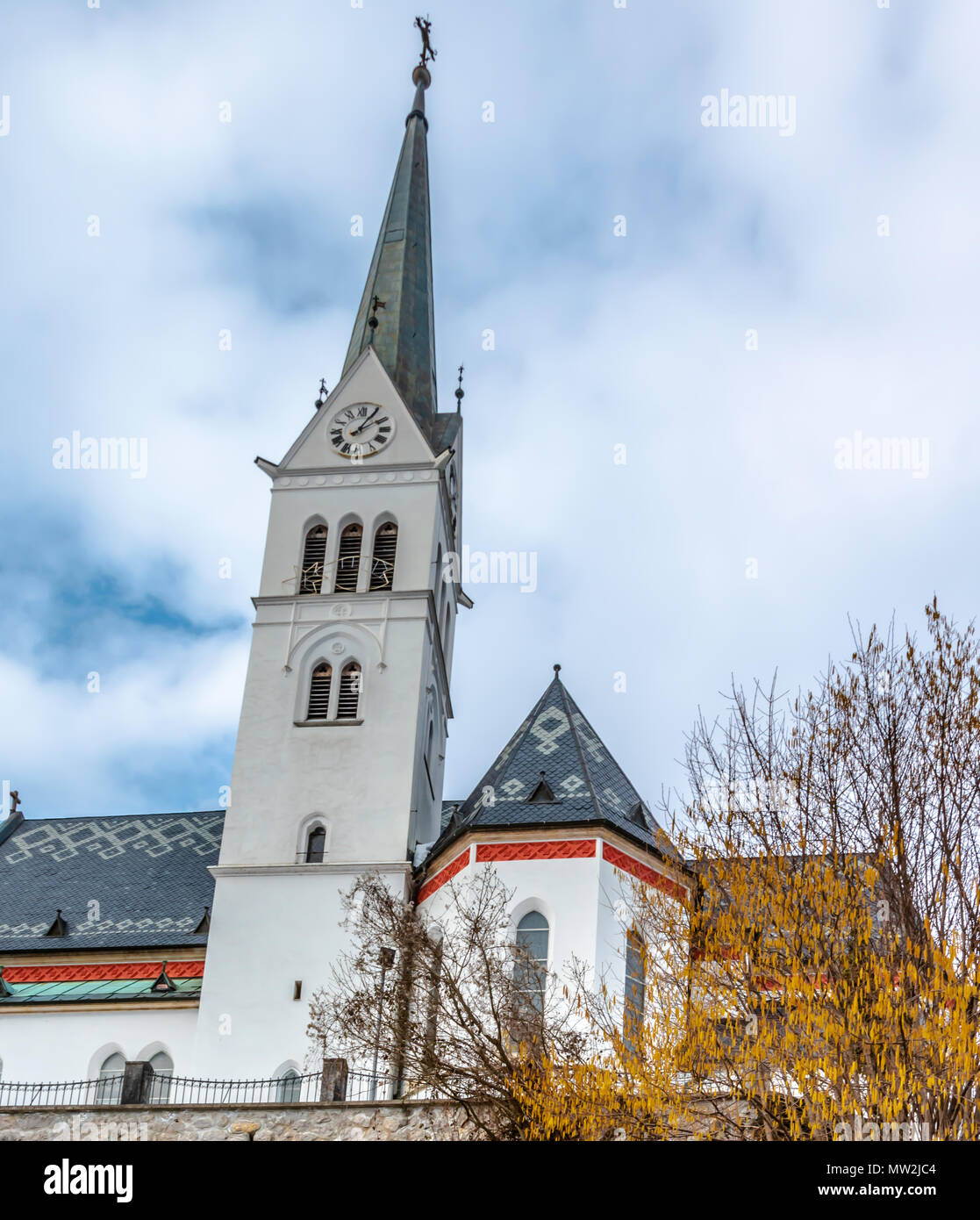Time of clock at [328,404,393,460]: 1:09
